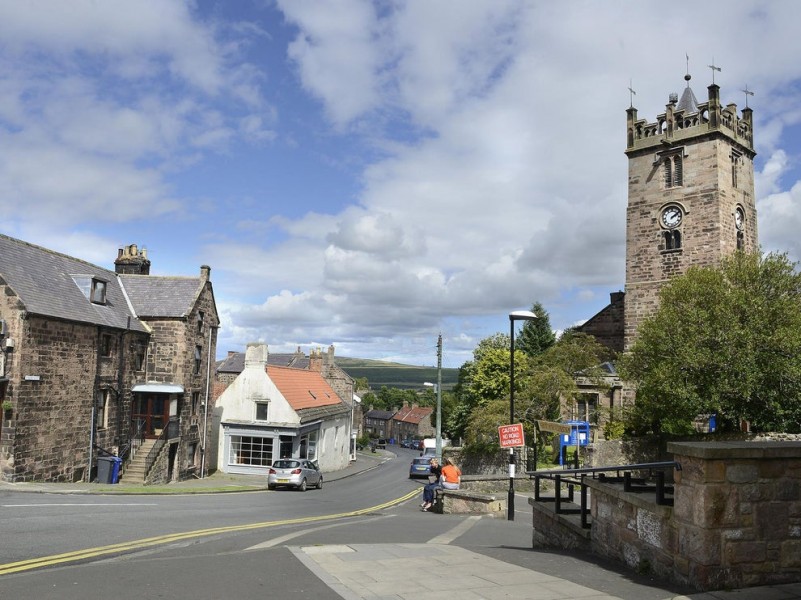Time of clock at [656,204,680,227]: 2:09
